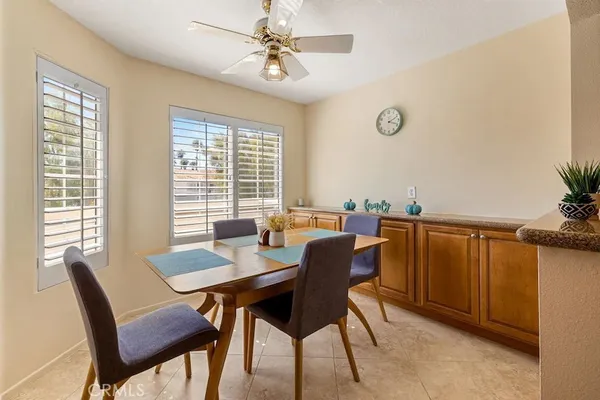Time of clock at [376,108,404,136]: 2:18
